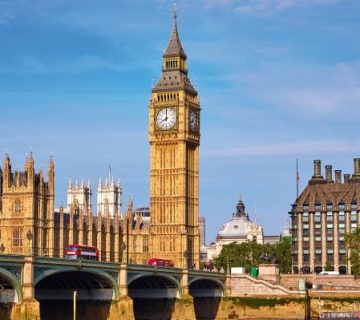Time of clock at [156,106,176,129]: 7:59
